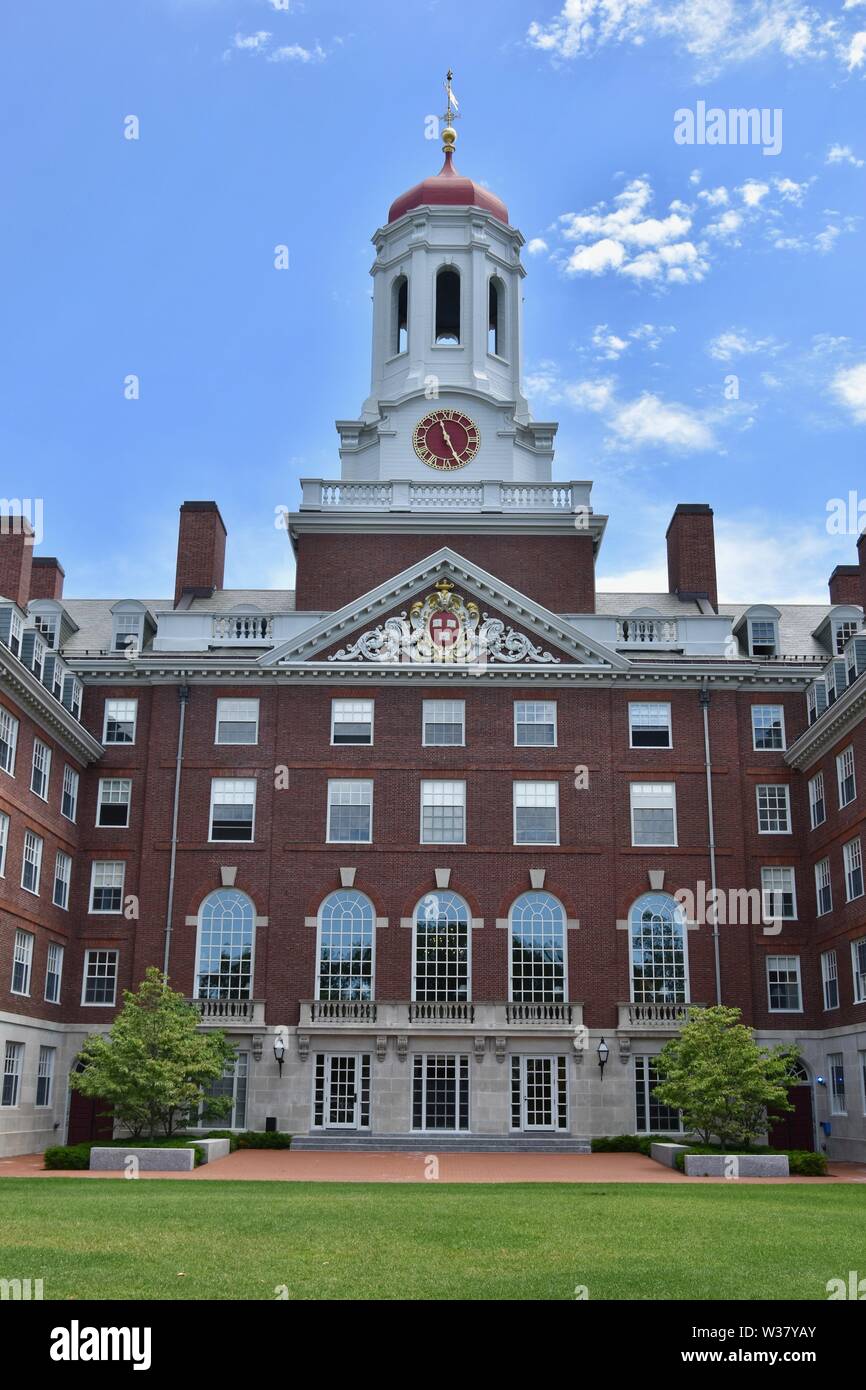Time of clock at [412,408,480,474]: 11:25
